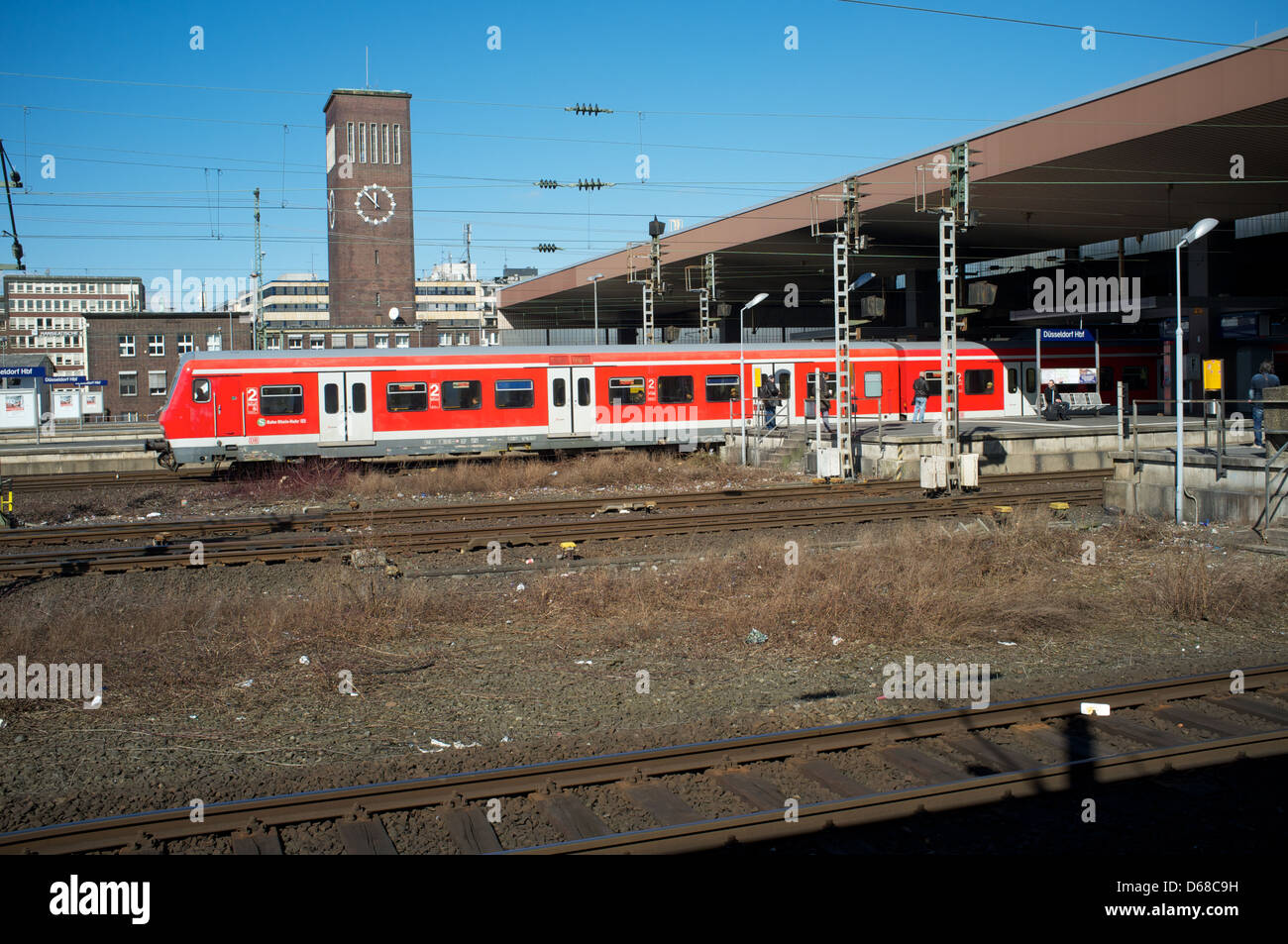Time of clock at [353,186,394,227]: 11:52
